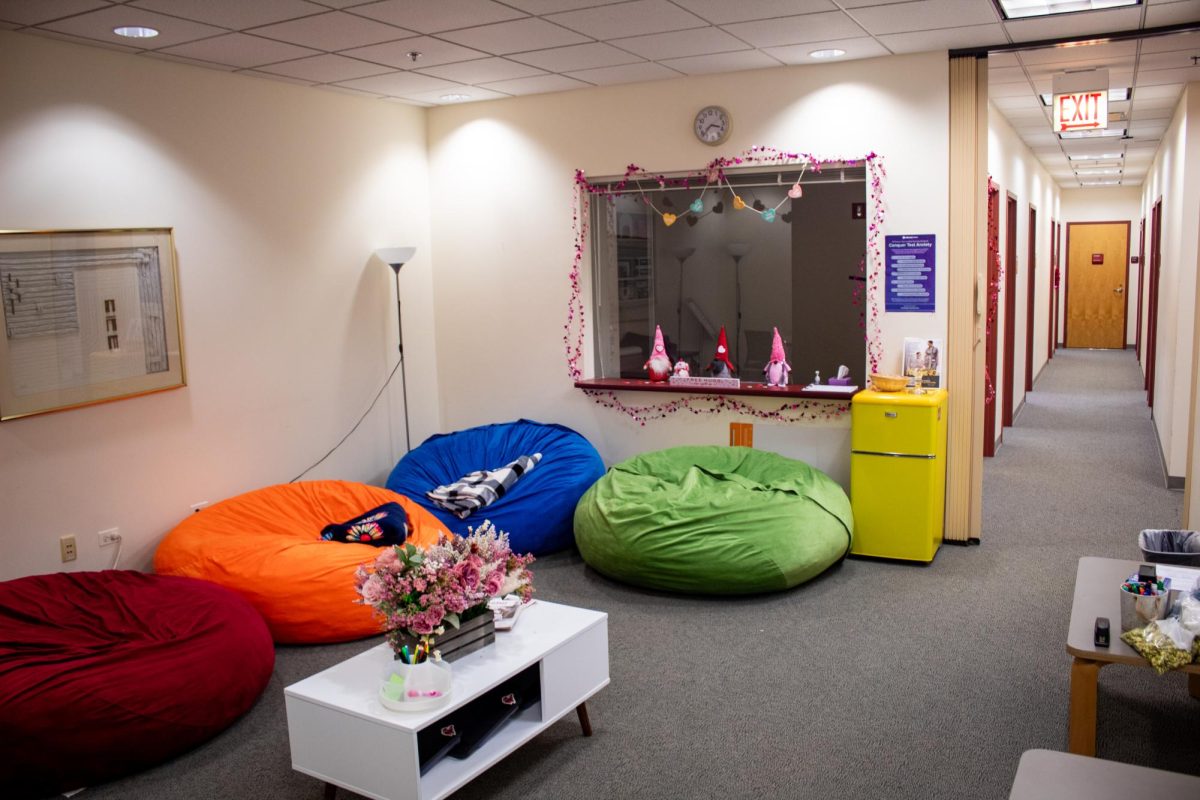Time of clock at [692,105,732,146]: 3:38
